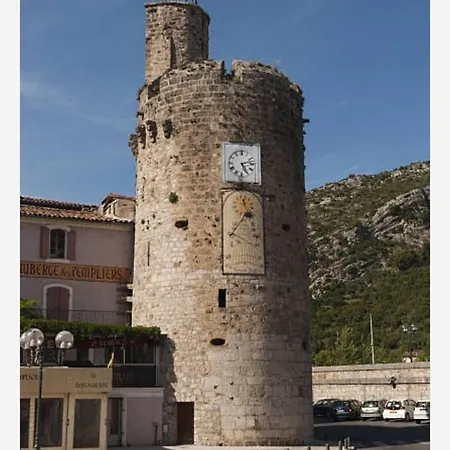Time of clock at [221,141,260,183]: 5:12
